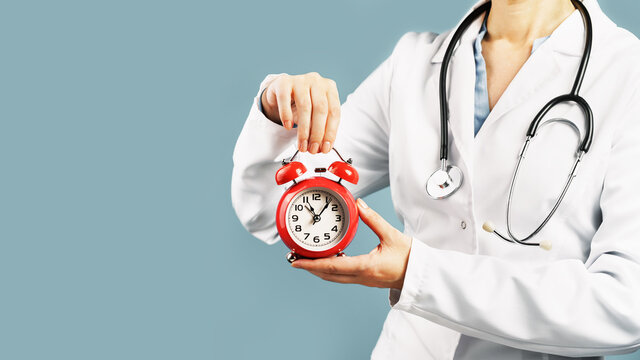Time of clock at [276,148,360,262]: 11:06
